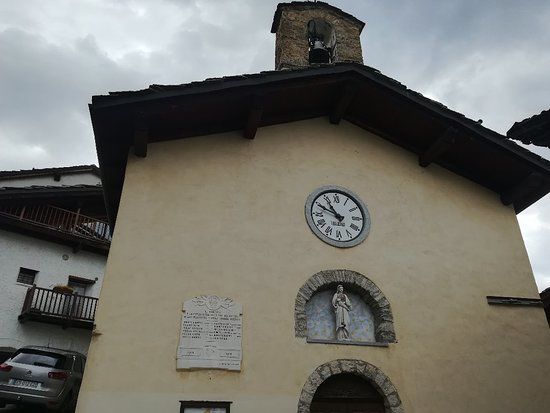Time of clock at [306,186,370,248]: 10:49
